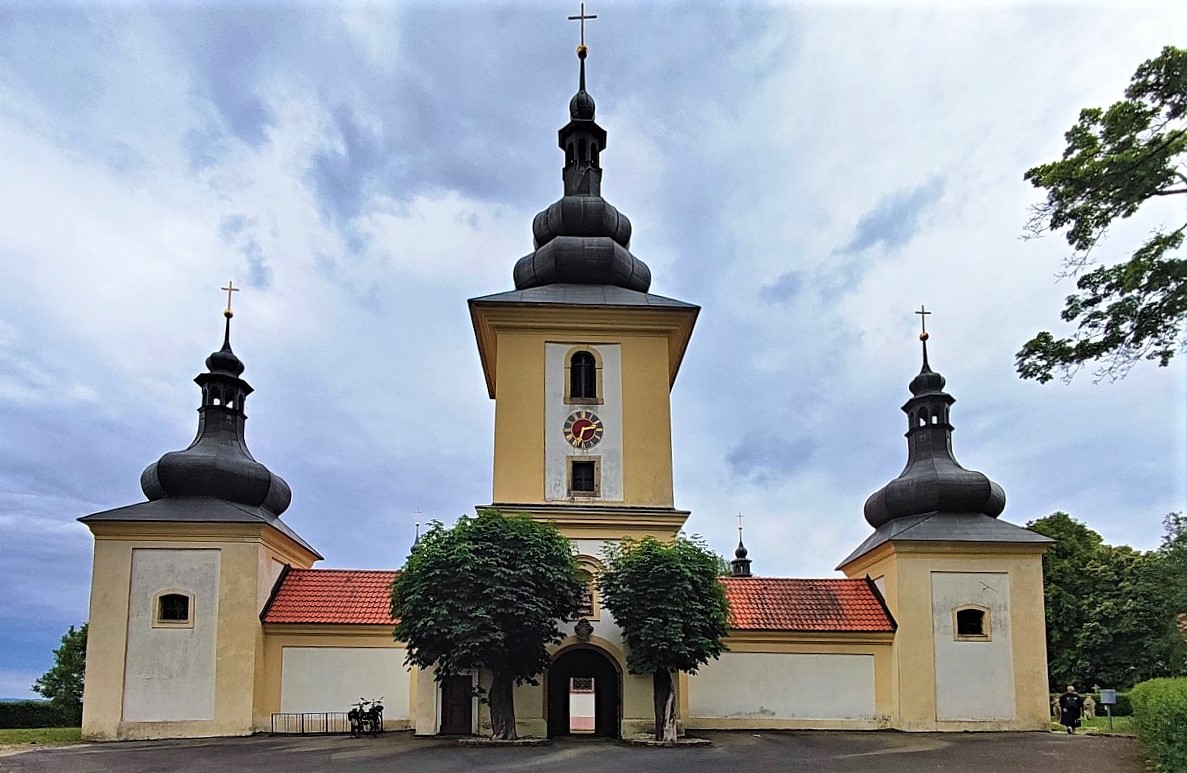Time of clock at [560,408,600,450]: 2:33
